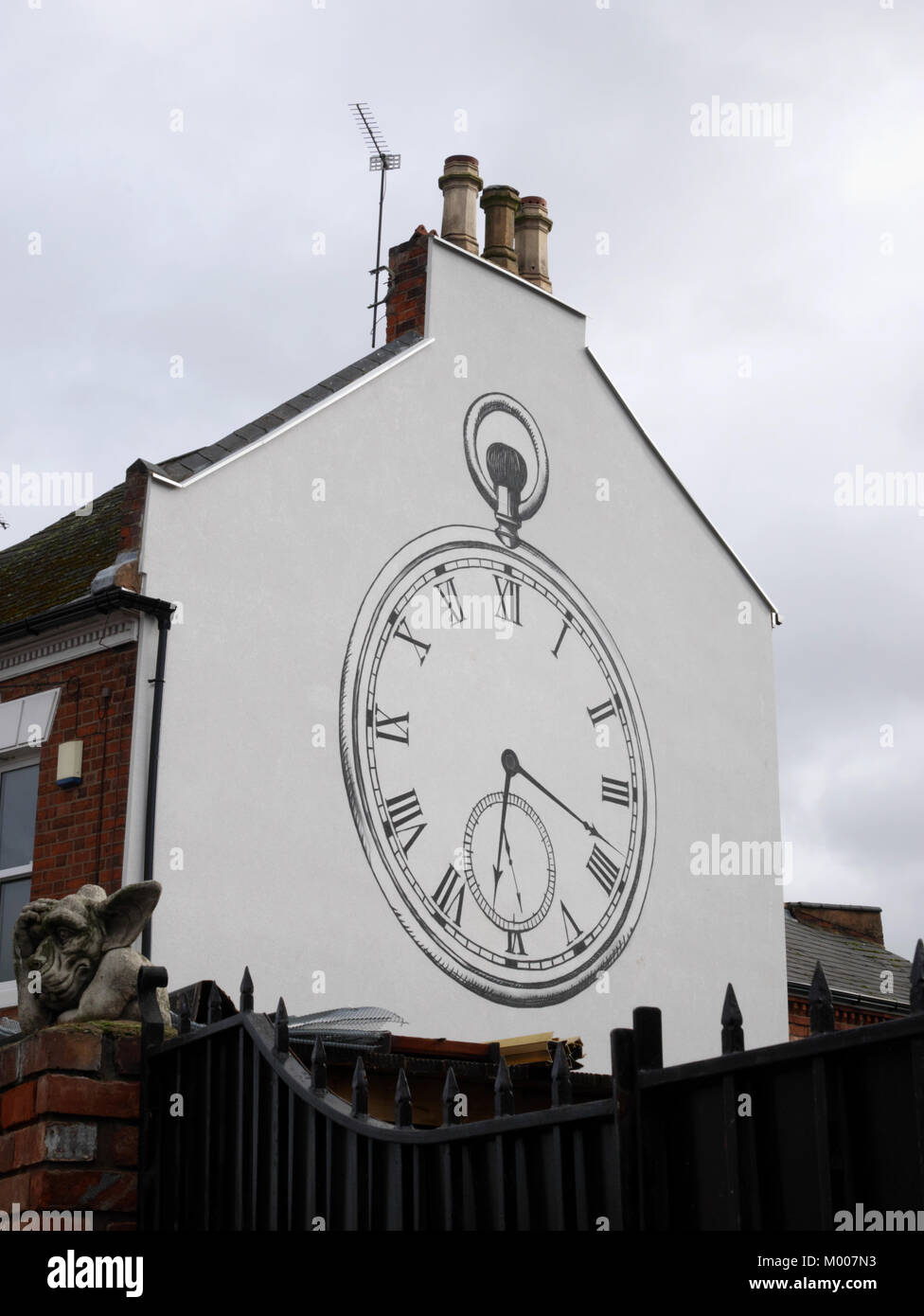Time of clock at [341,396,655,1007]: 6:18
